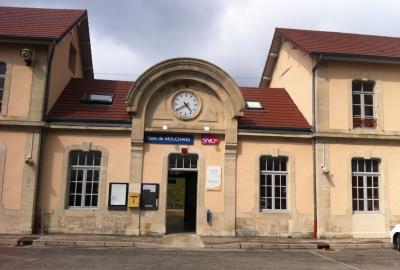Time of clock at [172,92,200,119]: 4:39
